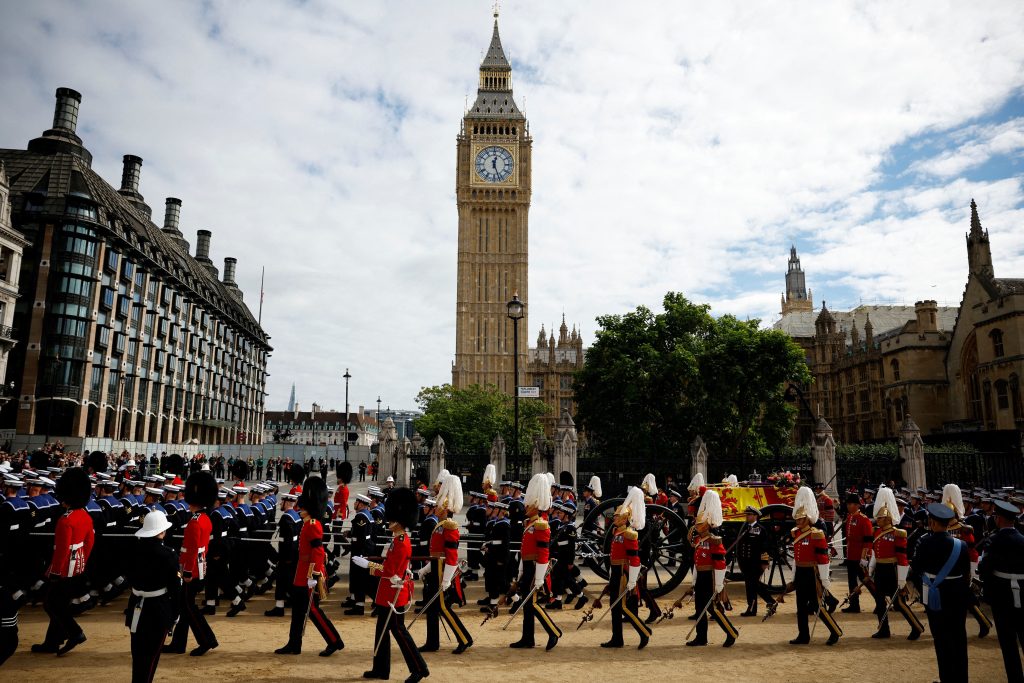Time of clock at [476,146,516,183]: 12:26
